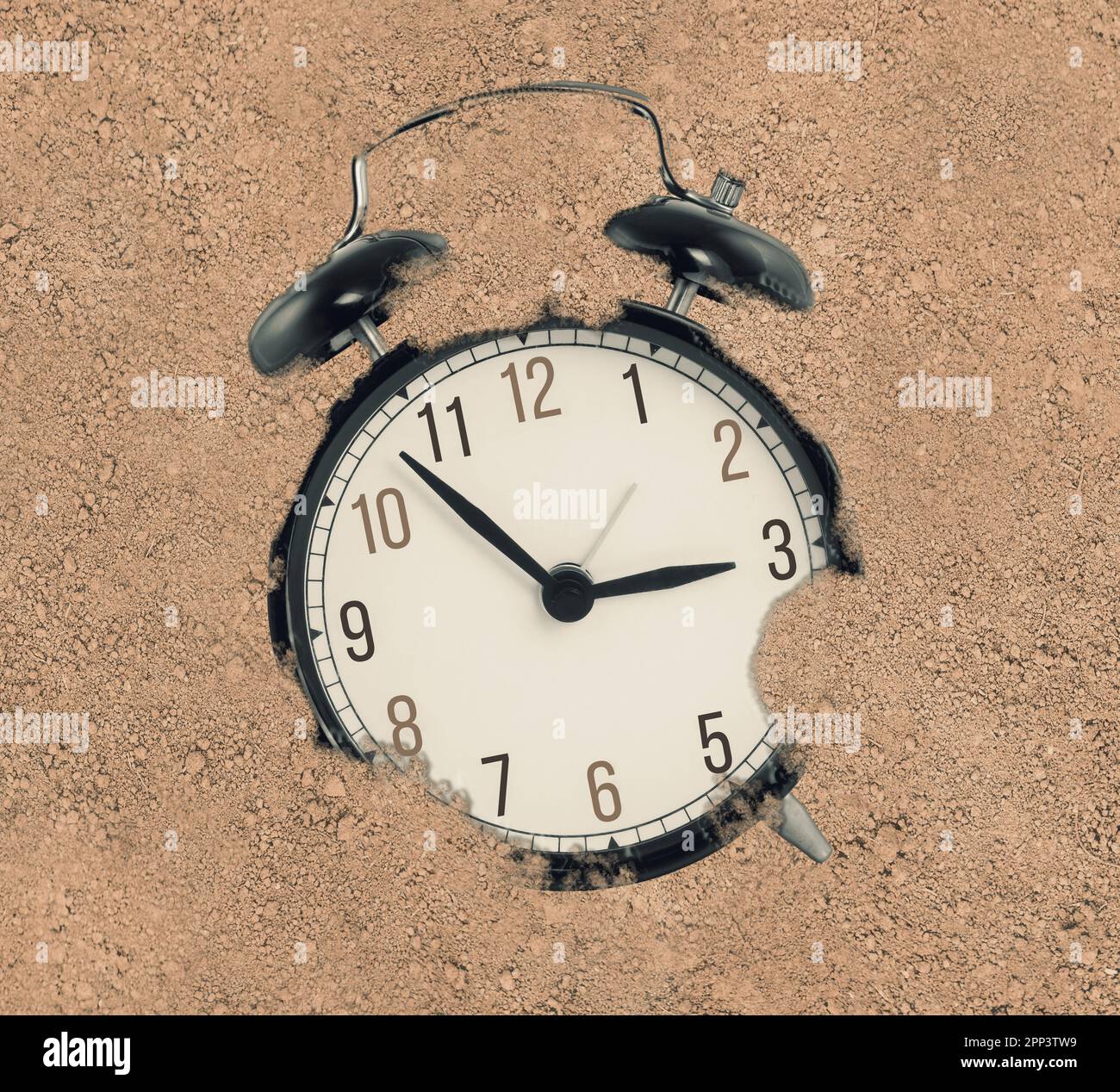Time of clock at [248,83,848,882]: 2:53
